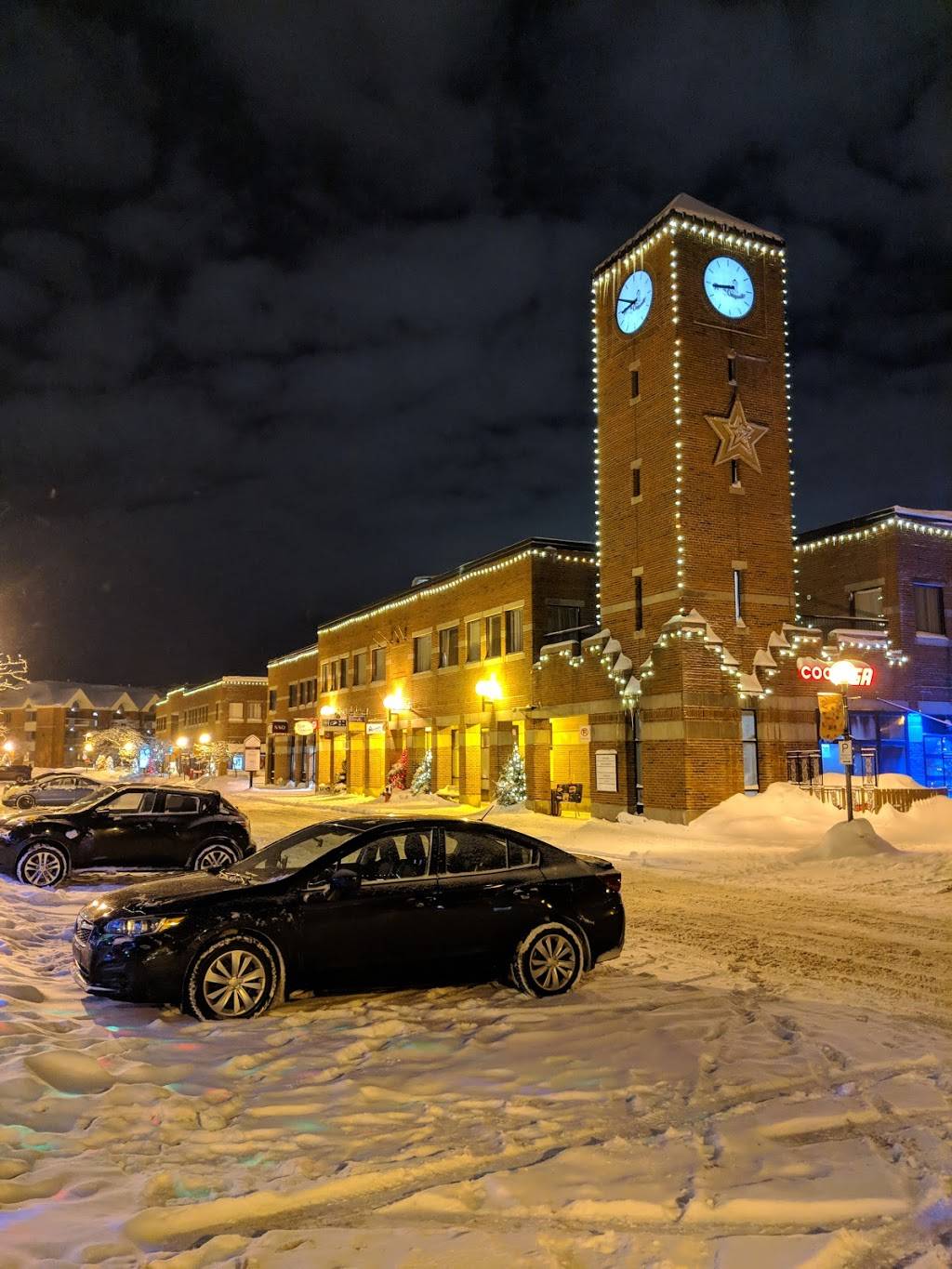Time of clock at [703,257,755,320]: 8:44
